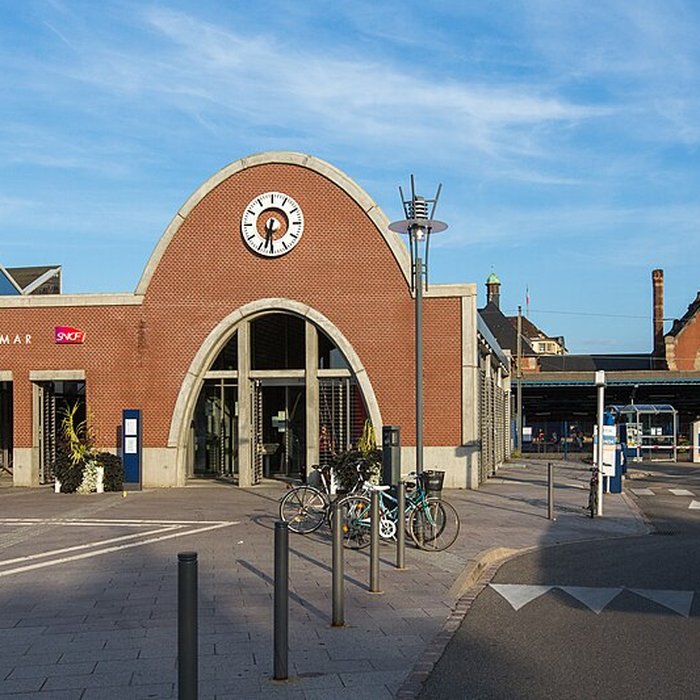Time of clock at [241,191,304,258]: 6:30
